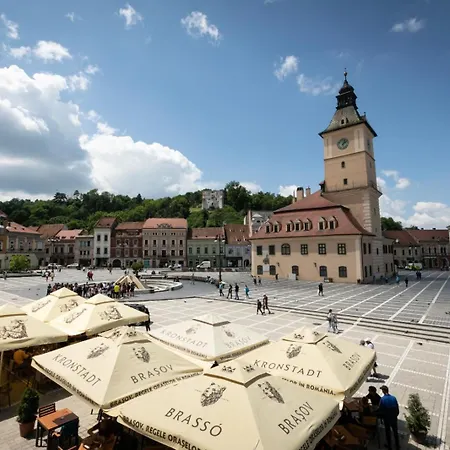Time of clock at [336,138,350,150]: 12:07
